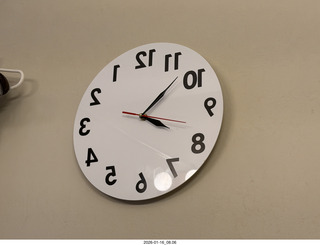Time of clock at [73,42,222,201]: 4:07
